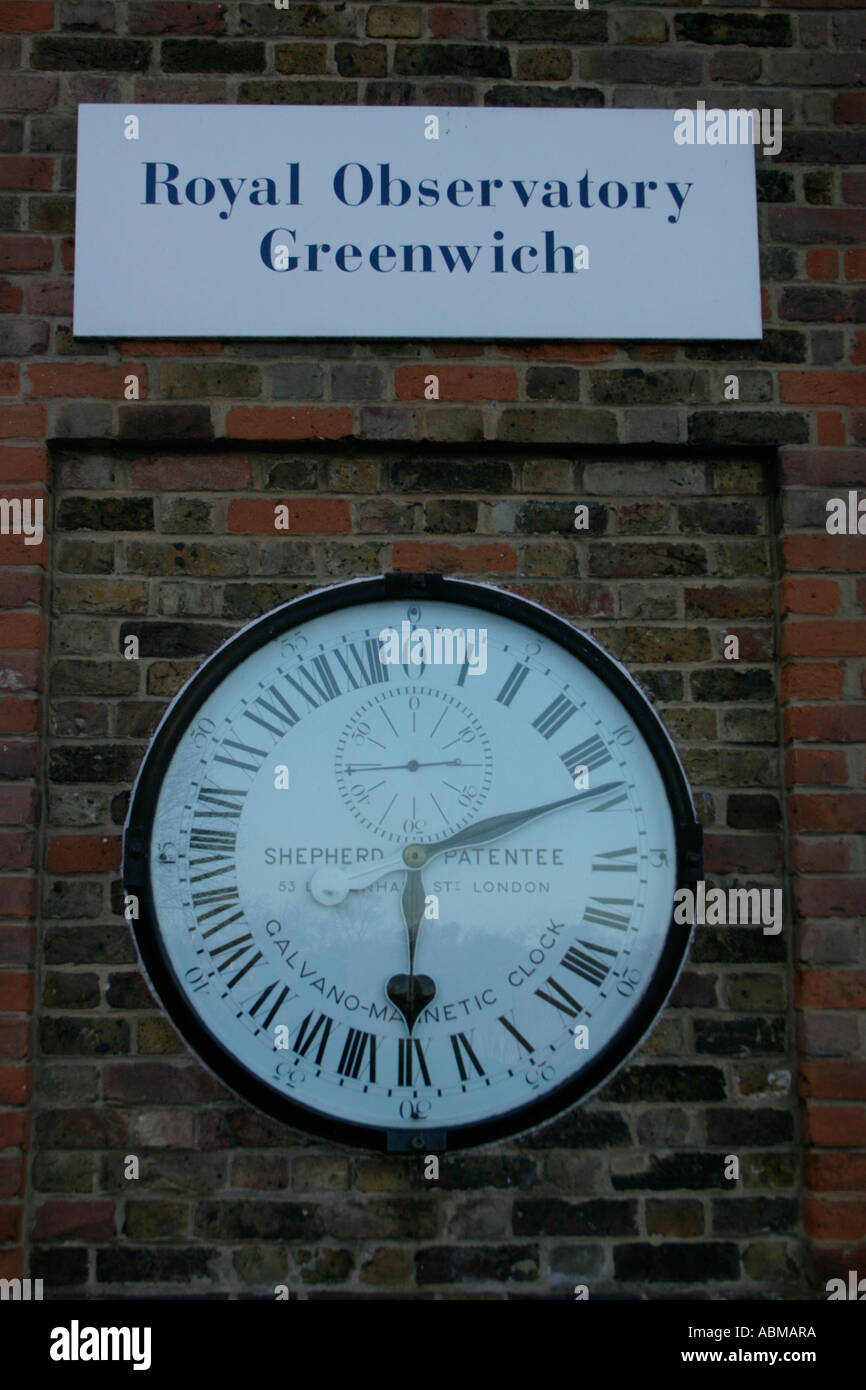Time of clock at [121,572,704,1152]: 6:11
